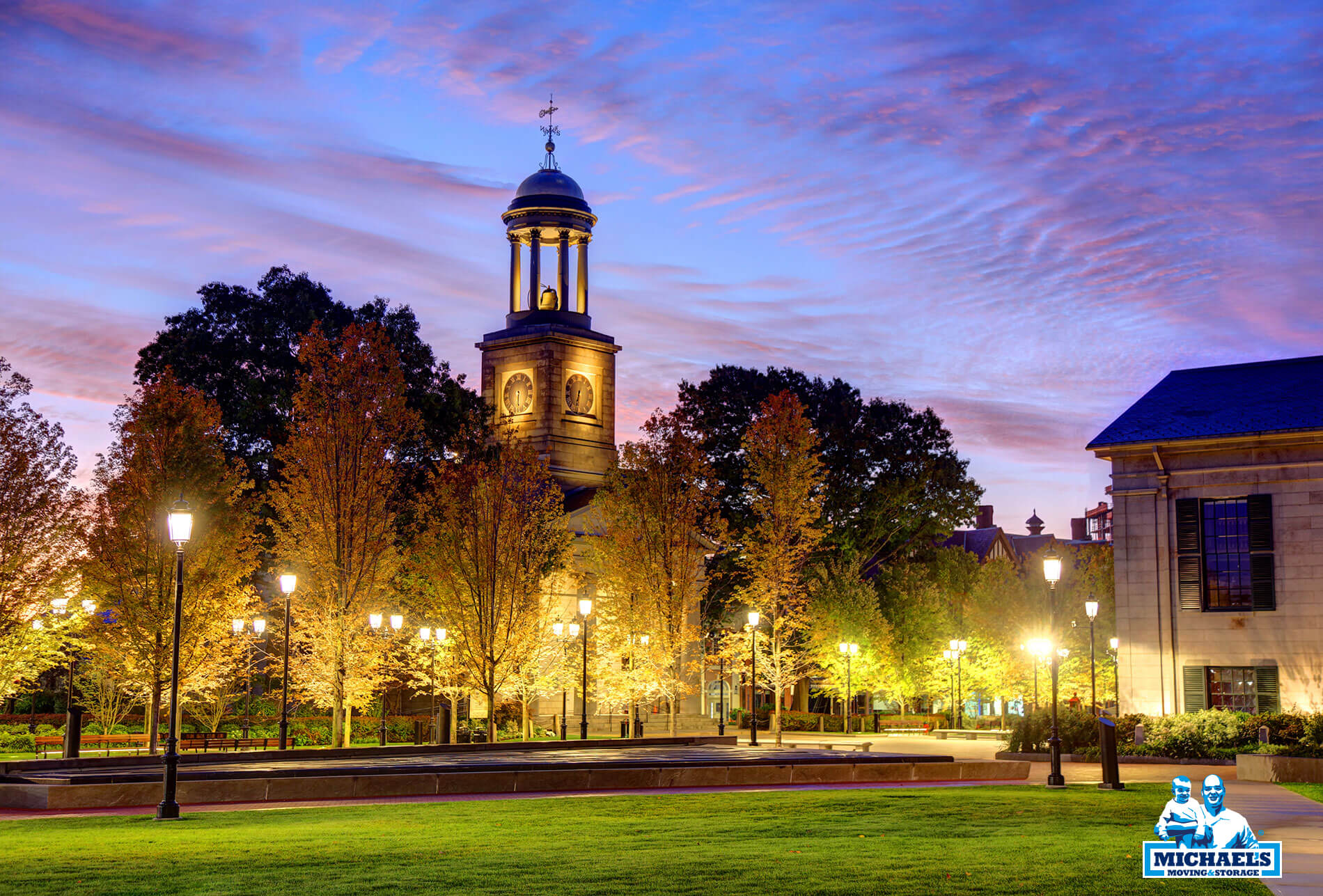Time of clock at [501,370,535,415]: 6:30
